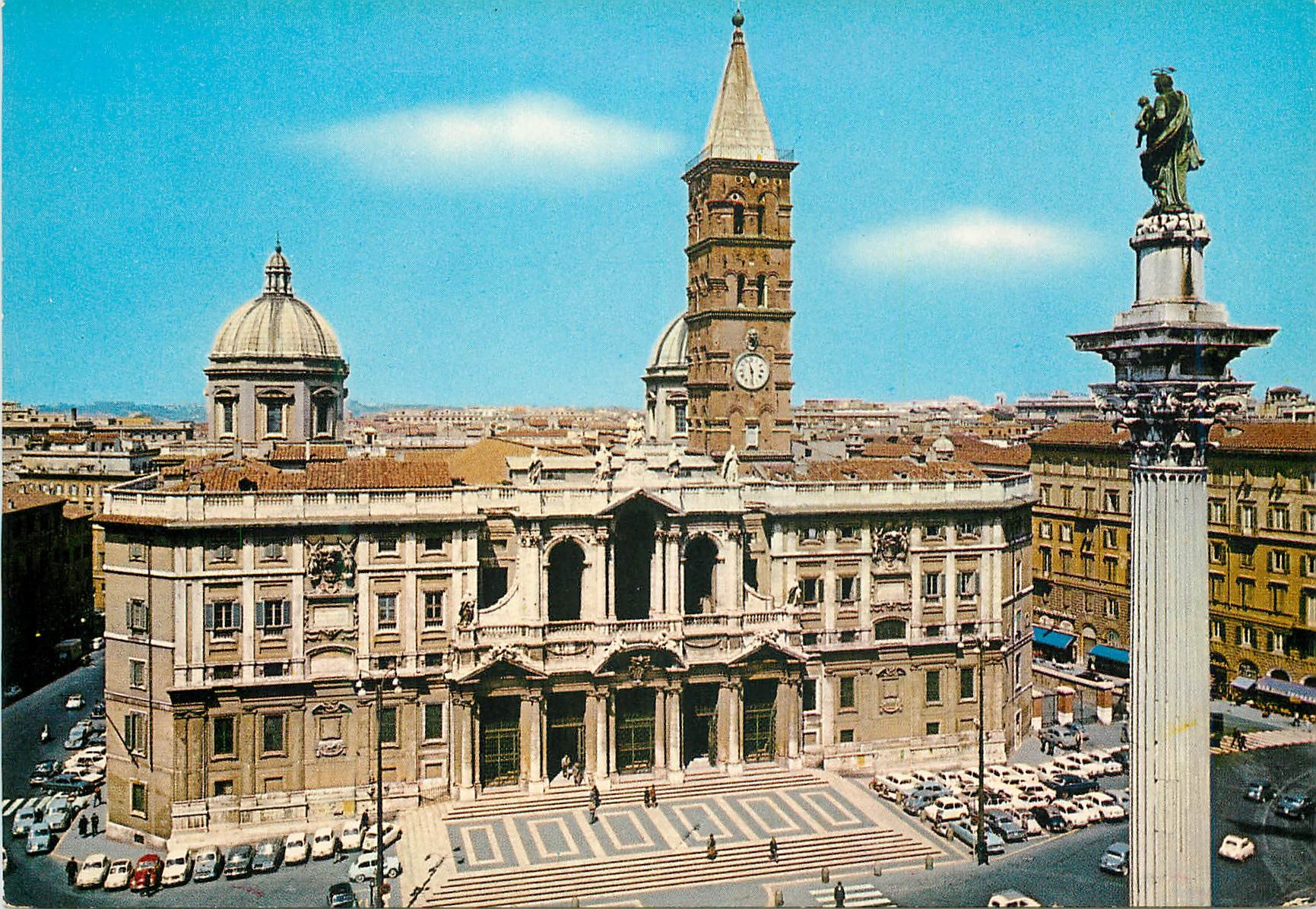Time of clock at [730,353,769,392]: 11:28
